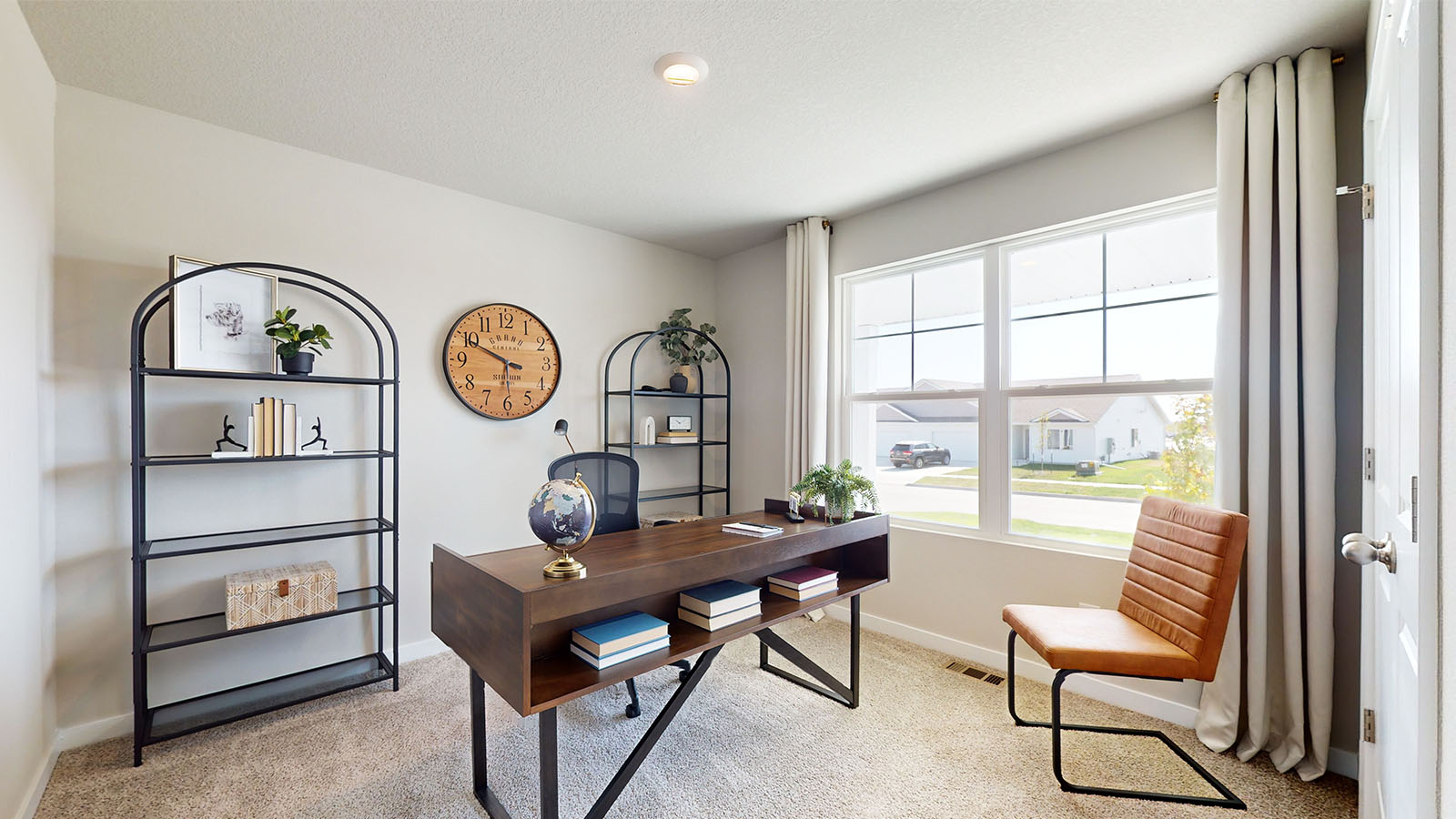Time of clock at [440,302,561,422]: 5:49
